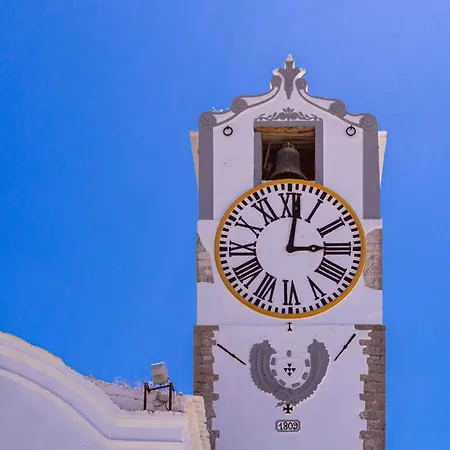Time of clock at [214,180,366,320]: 3:01
